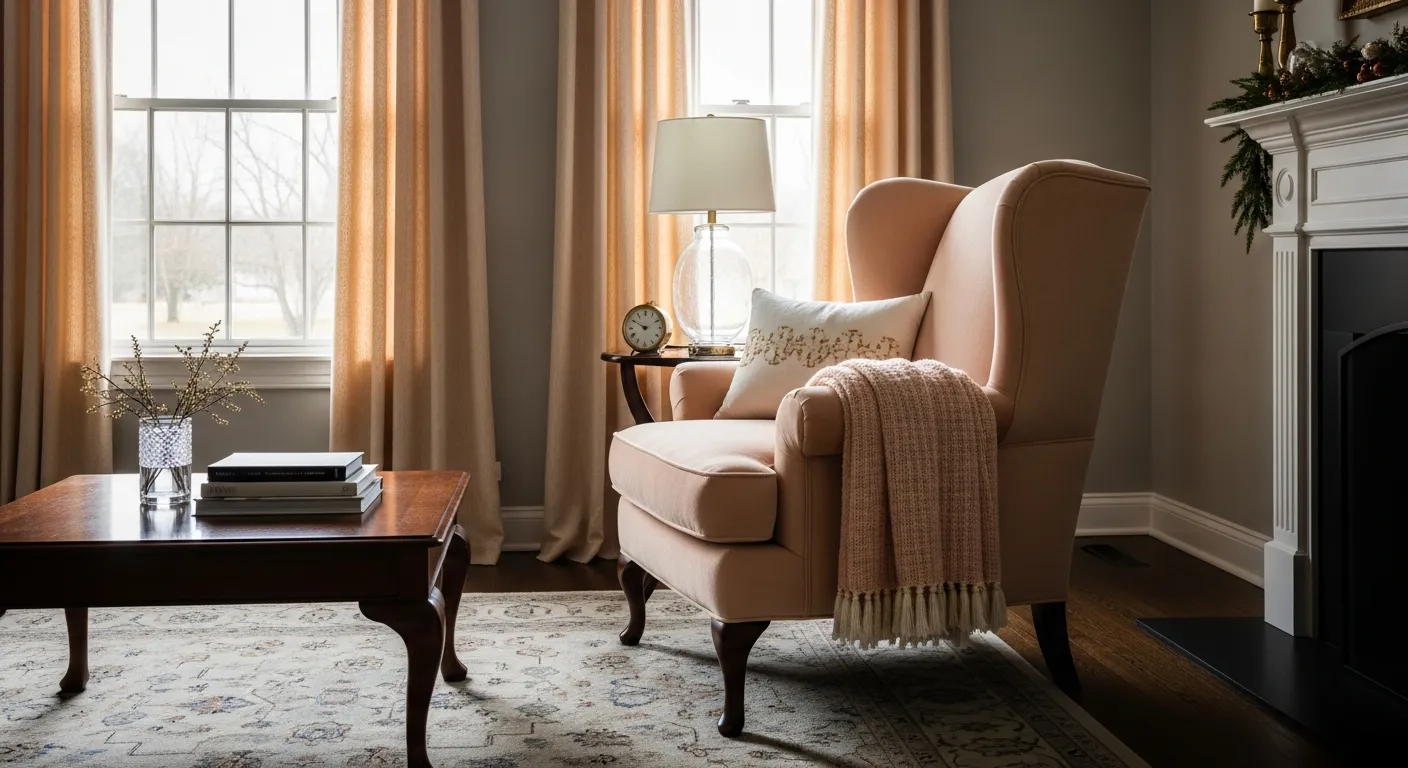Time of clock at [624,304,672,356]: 9:50
